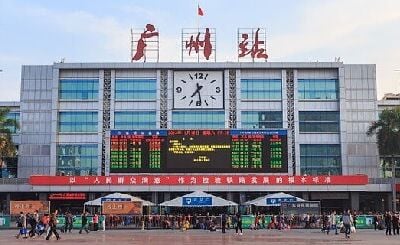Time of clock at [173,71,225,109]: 7:28
